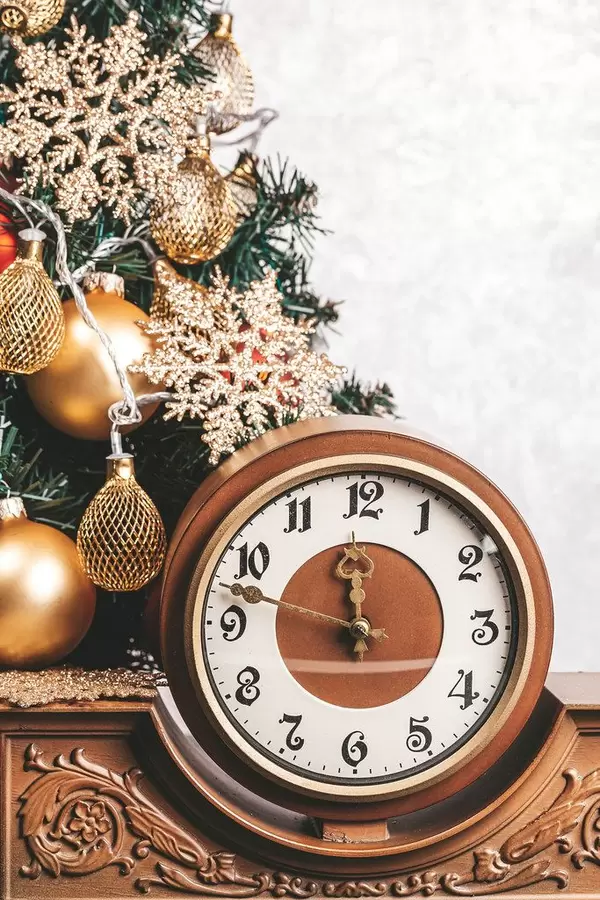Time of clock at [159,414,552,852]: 11:47
